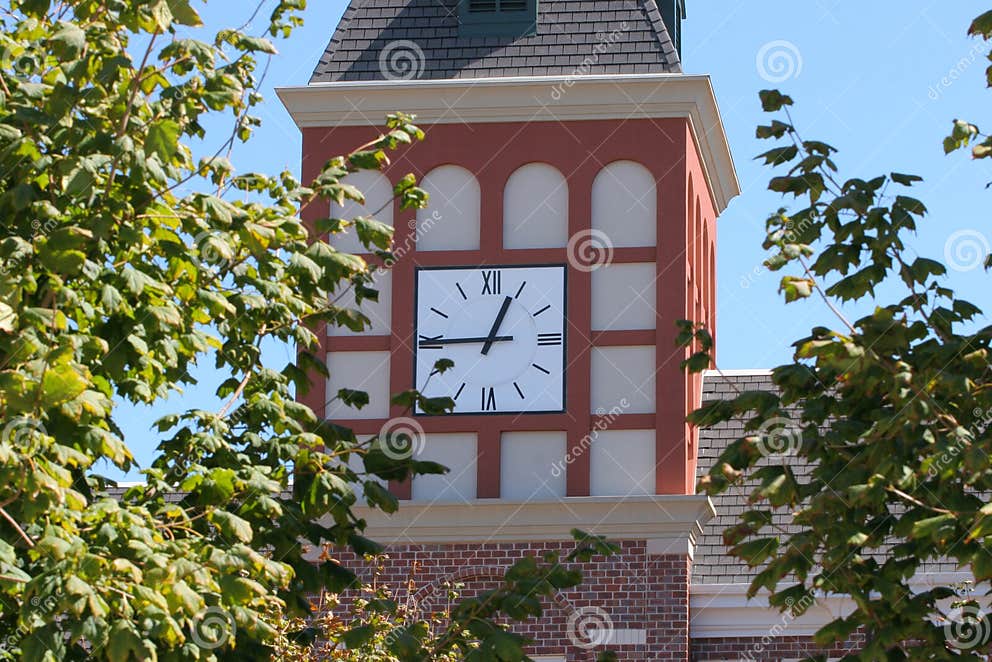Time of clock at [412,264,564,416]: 12:44
